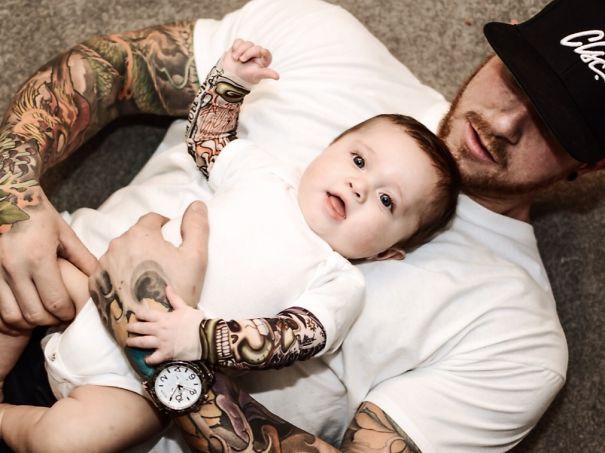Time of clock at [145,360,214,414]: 5:35
